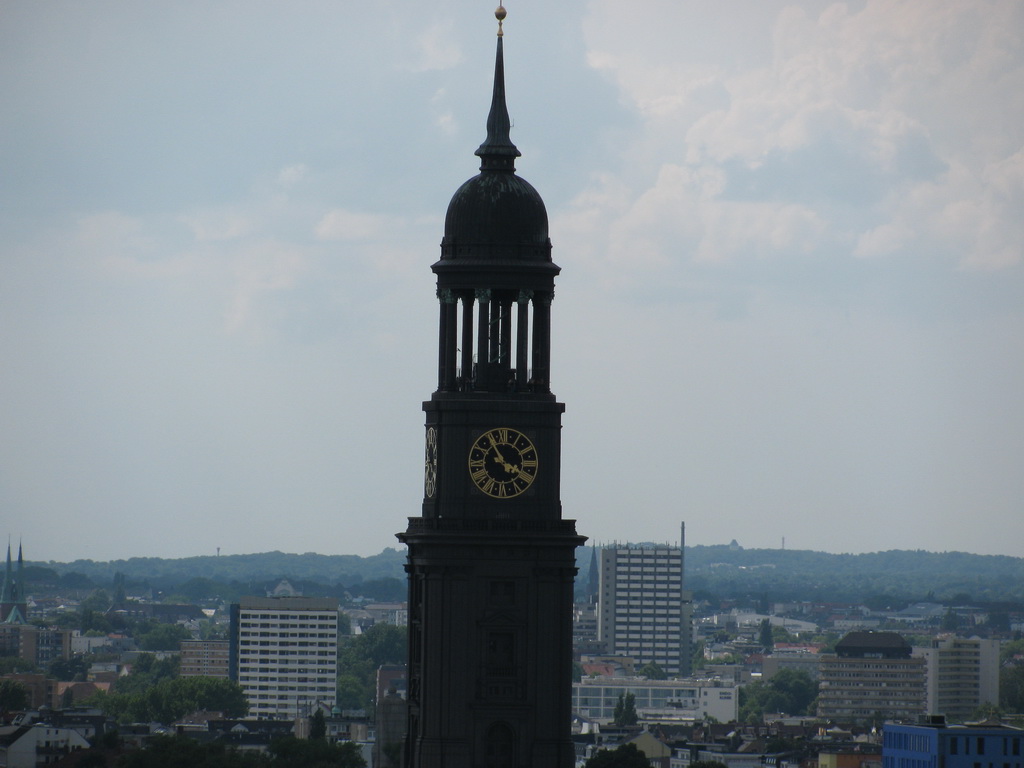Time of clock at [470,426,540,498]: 3:54
